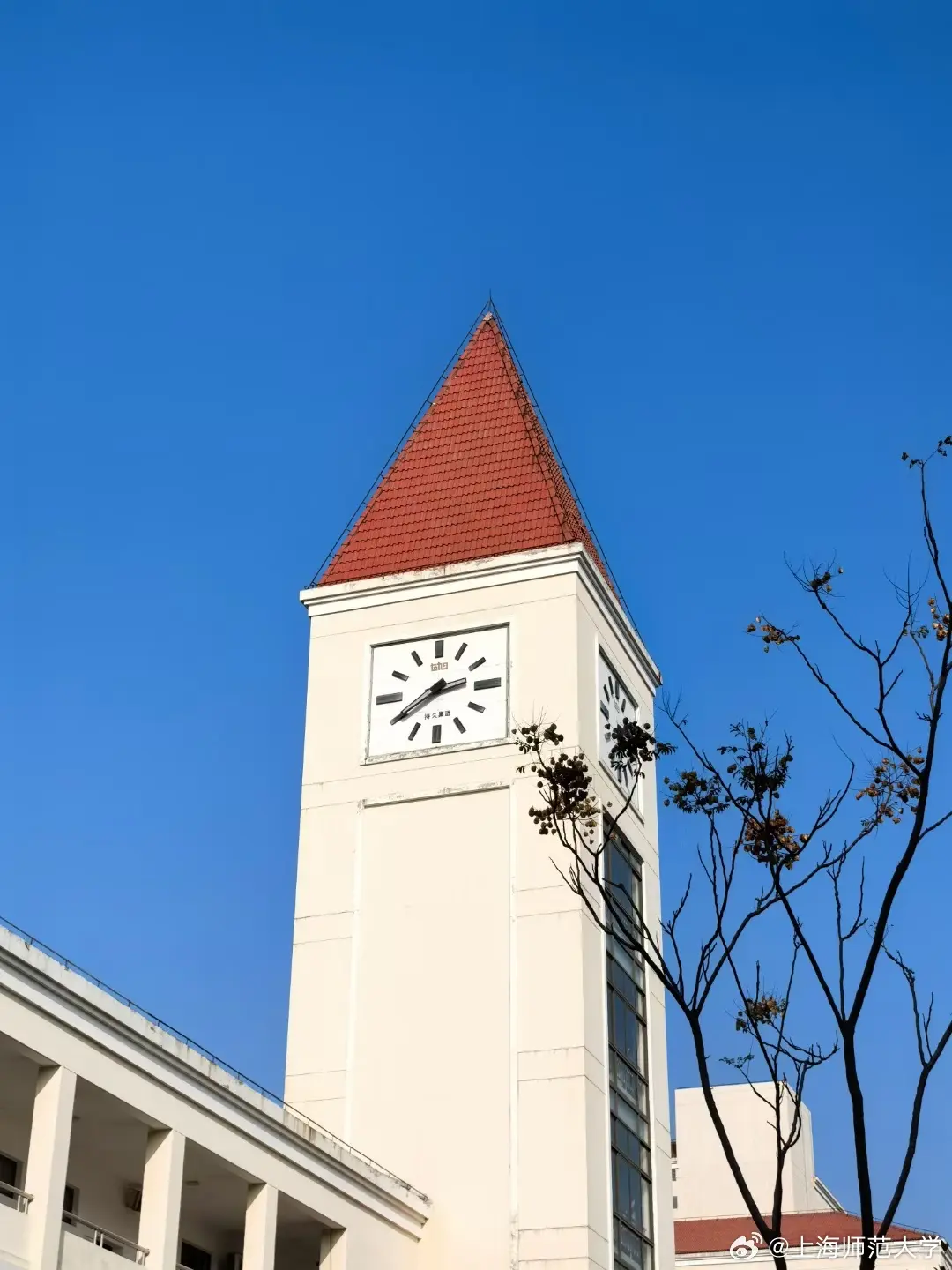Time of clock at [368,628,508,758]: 2:38
